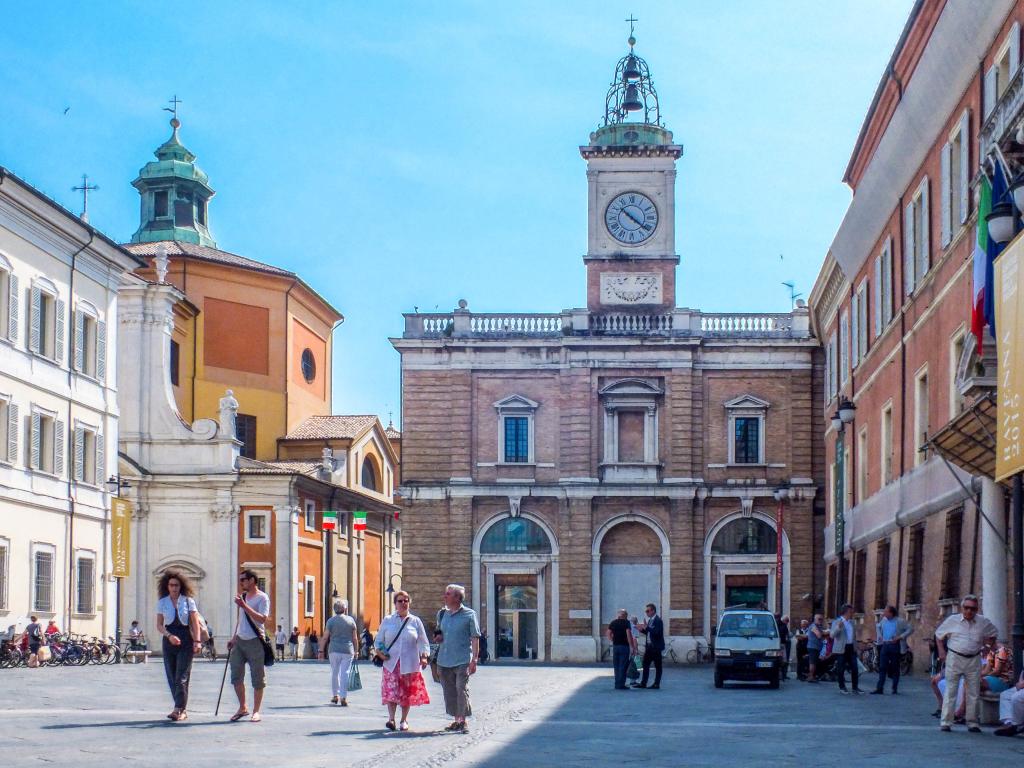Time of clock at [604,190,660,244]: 10:21
